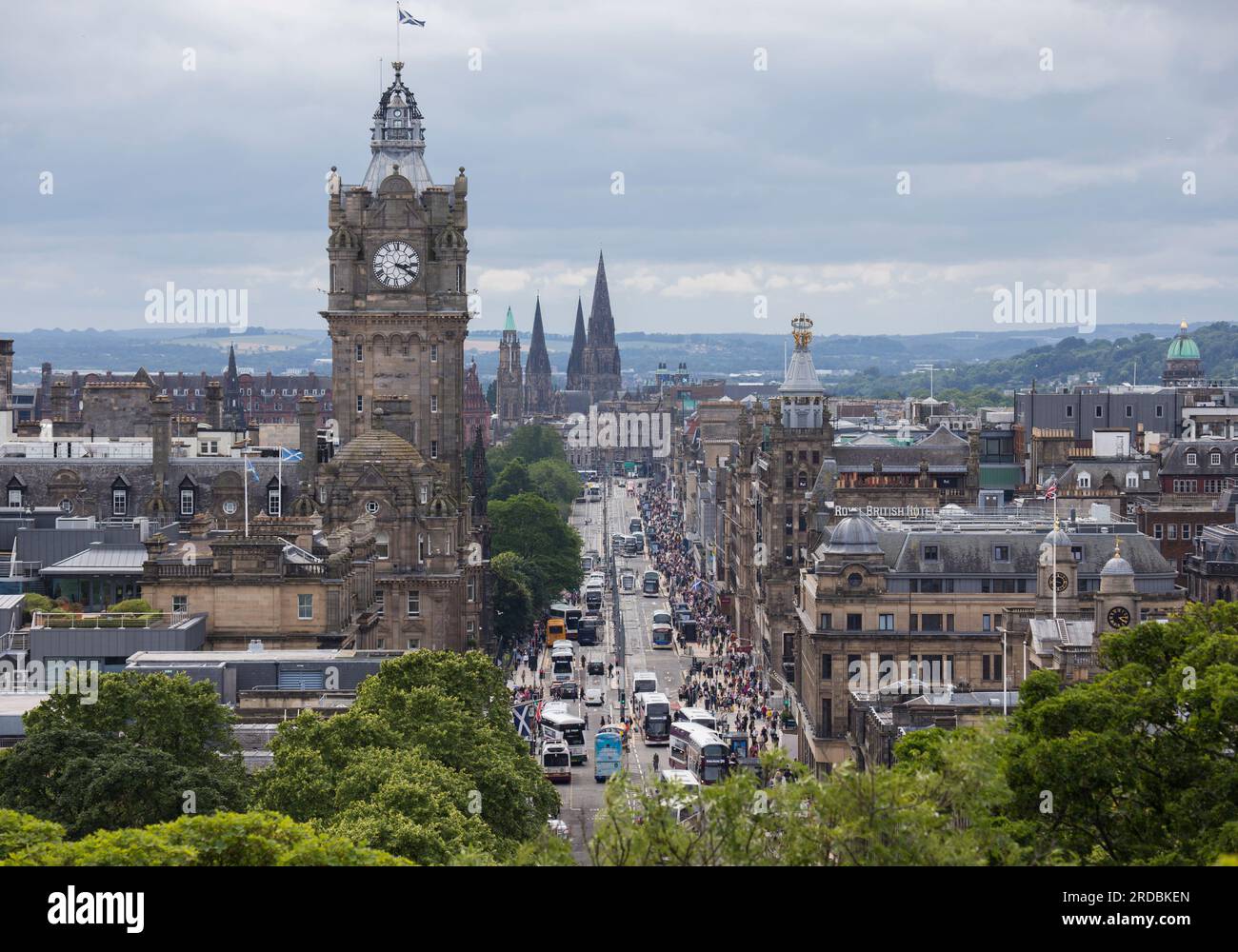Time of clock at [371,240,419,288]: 3:20
